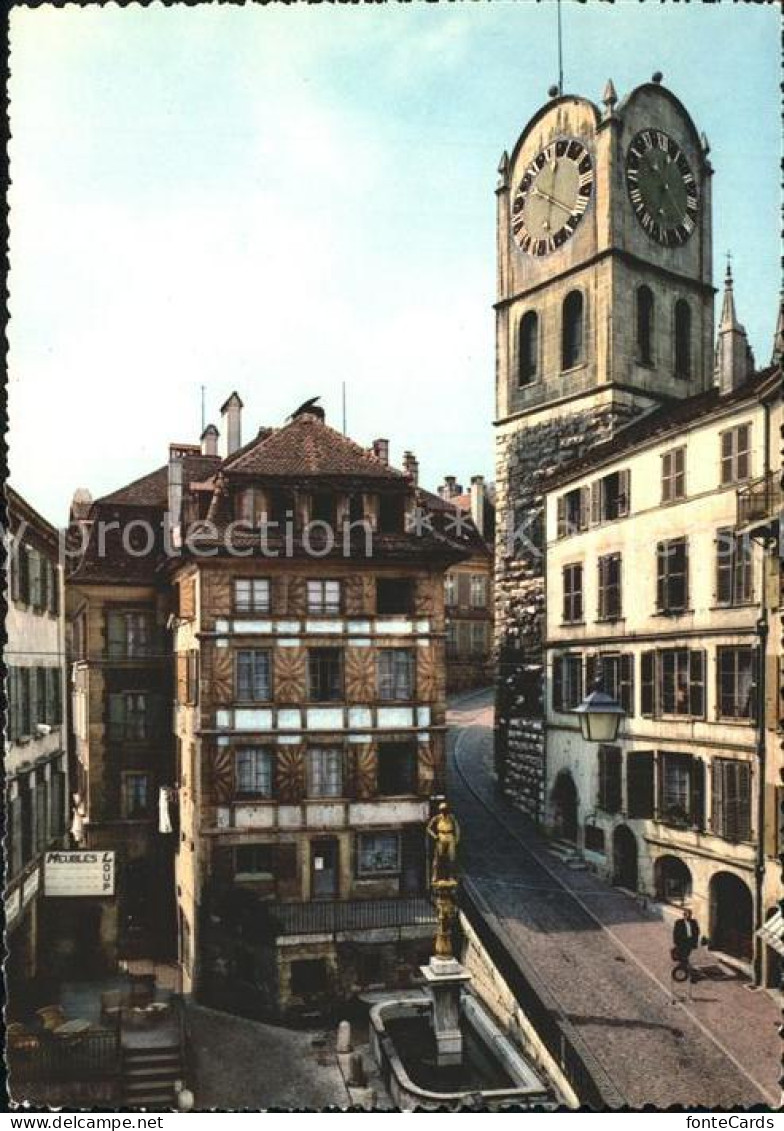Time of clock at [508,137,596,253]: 12:19
